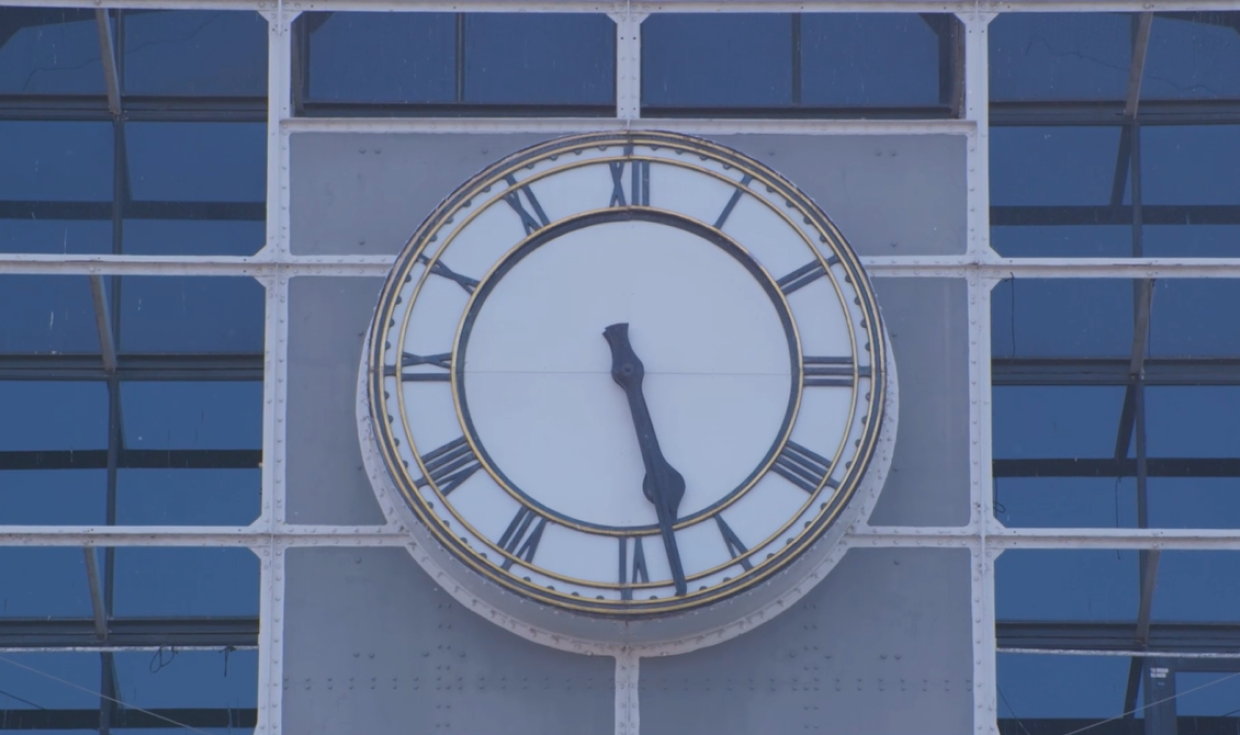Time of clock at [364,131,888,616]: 5:28
